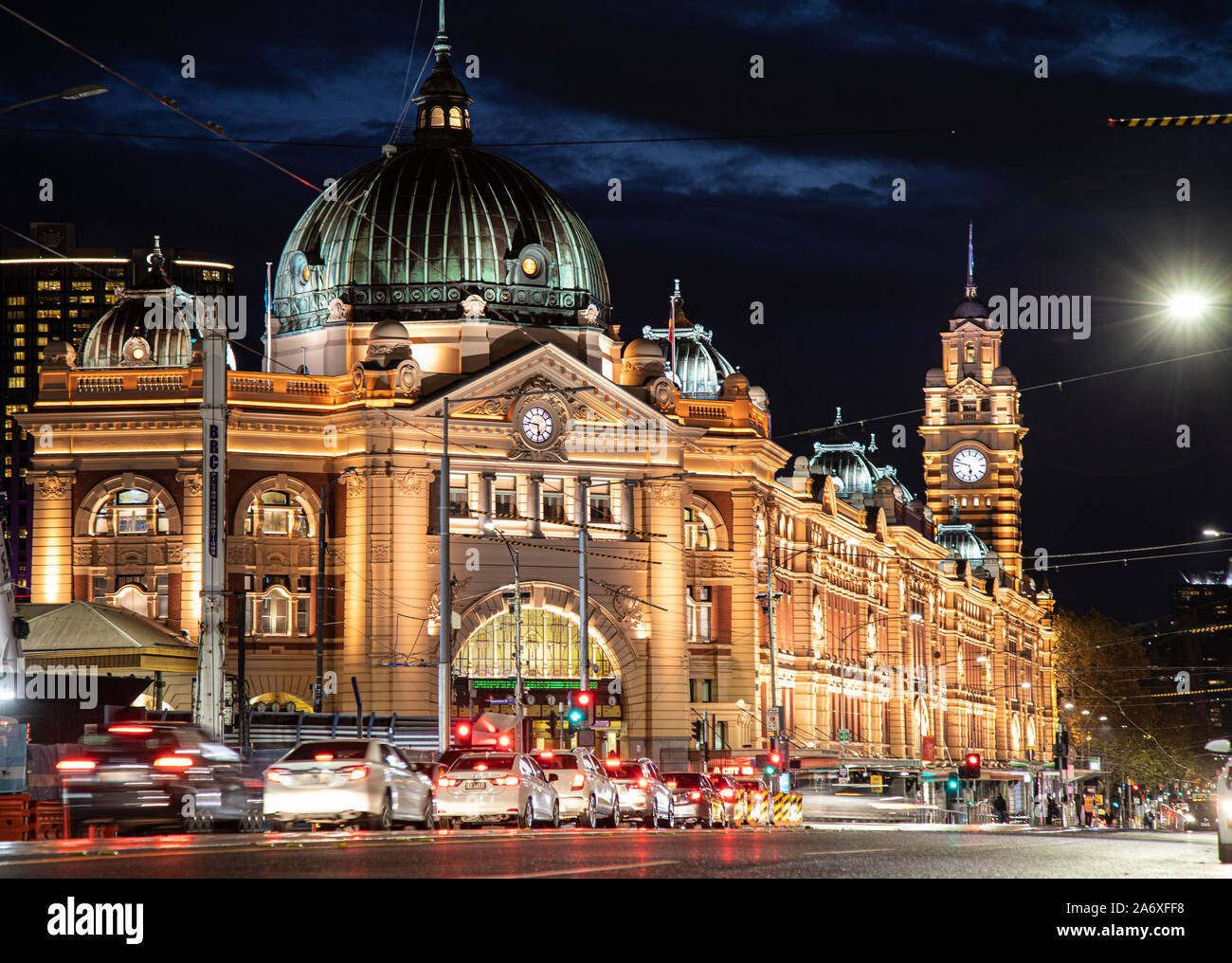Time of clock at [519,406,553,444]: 5:46
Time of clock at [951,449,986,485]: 5:47
